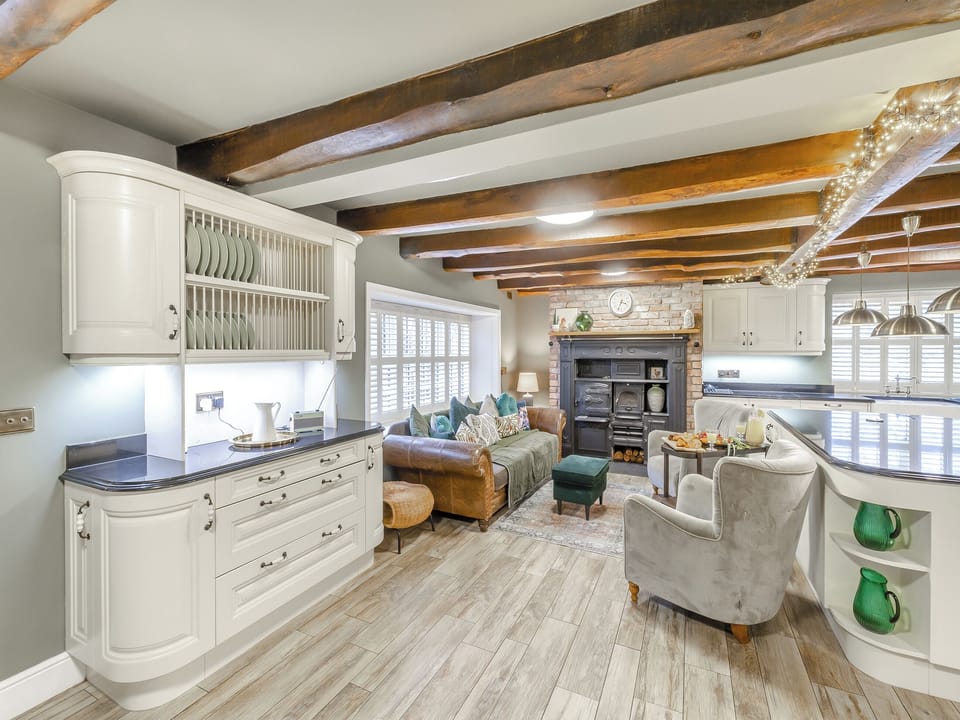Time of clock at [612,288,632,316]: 3:34
